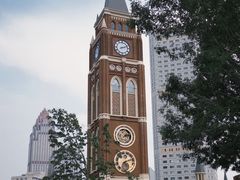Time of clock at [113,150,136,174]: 7:12
